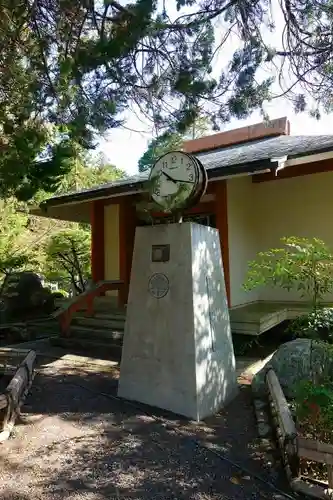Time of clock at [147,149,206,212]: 10:17
